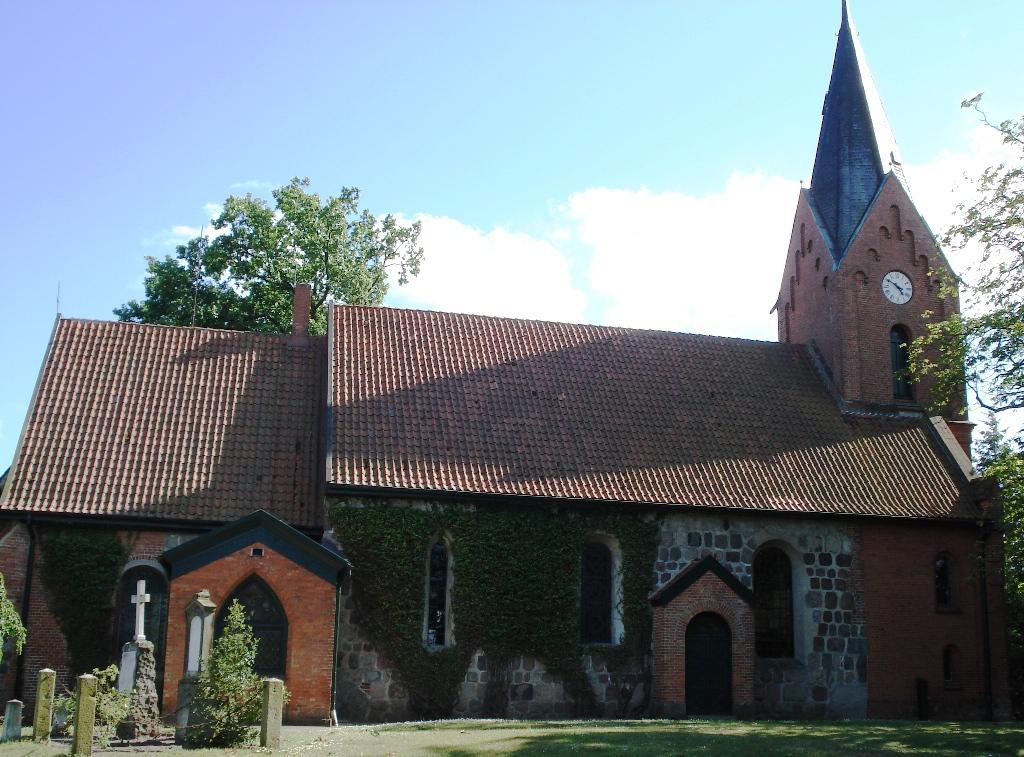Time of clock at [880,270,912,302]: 4:50
